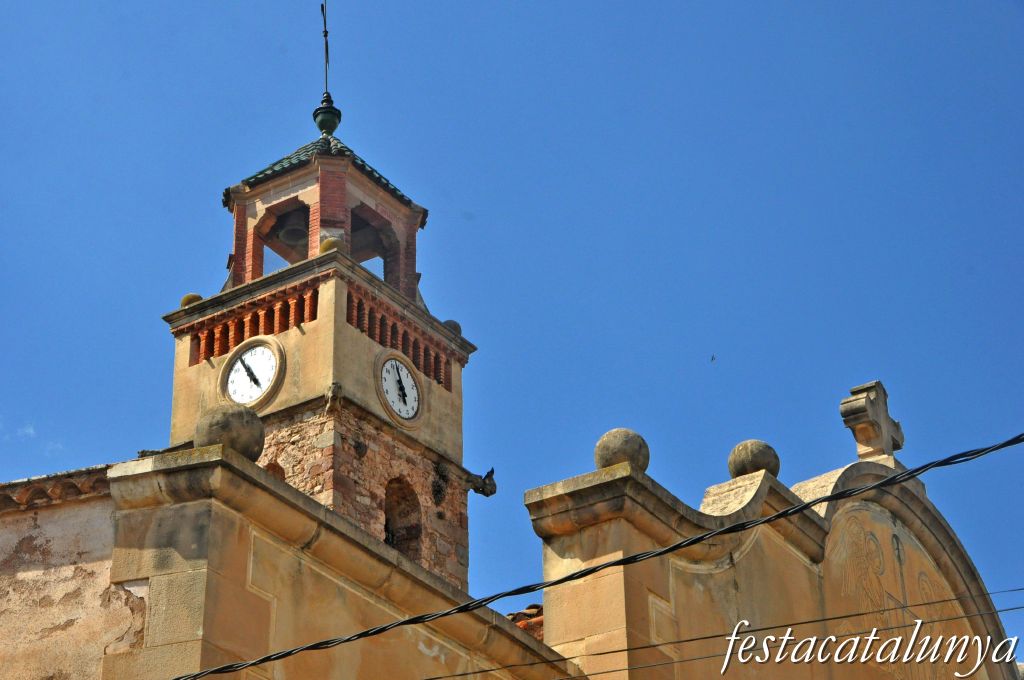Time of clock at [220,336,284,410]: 4:54
